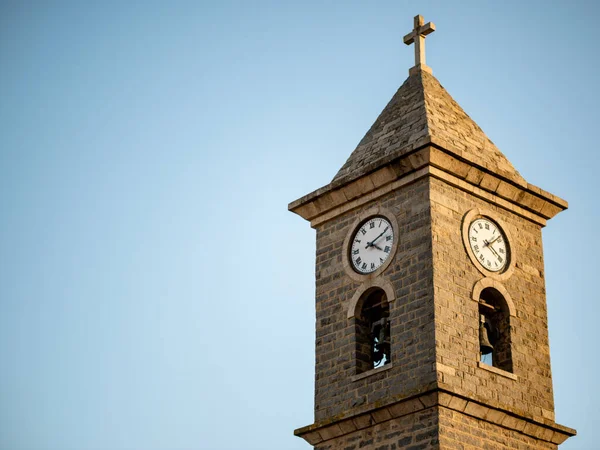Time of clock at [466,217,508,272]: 4:08
